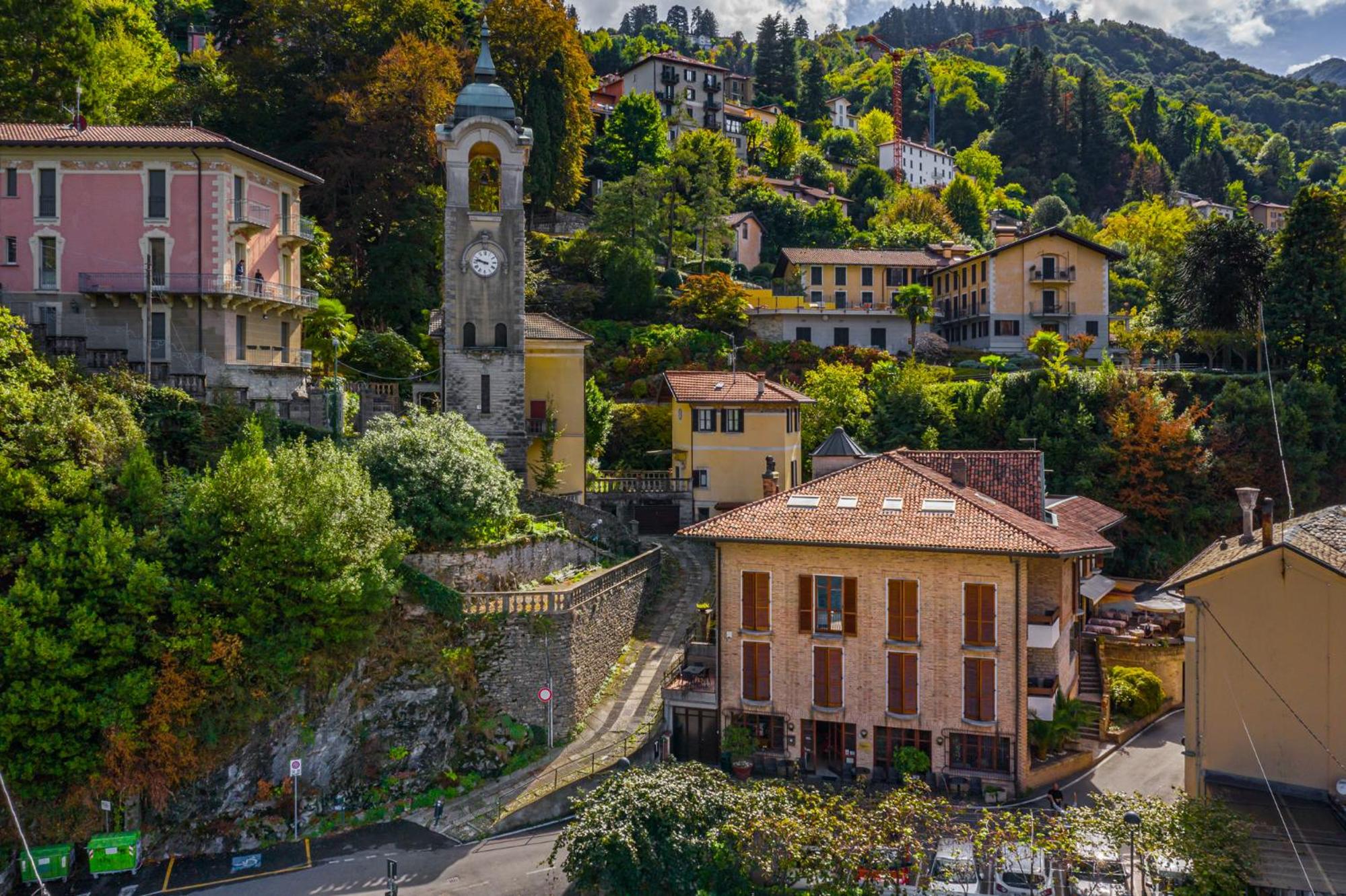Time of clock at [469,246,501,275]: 9:47
